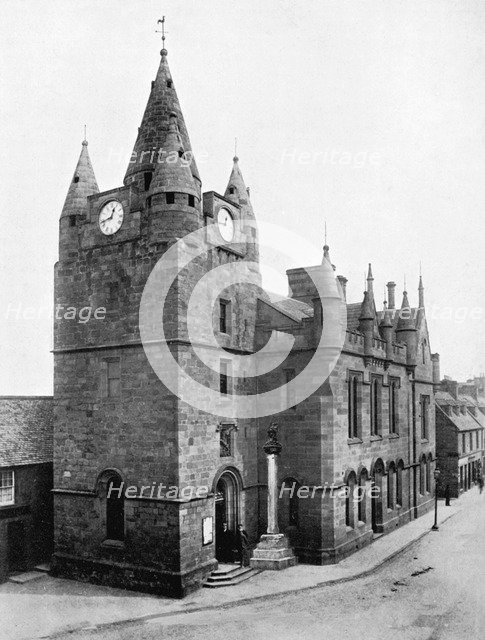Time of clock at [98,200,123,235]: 12:42
